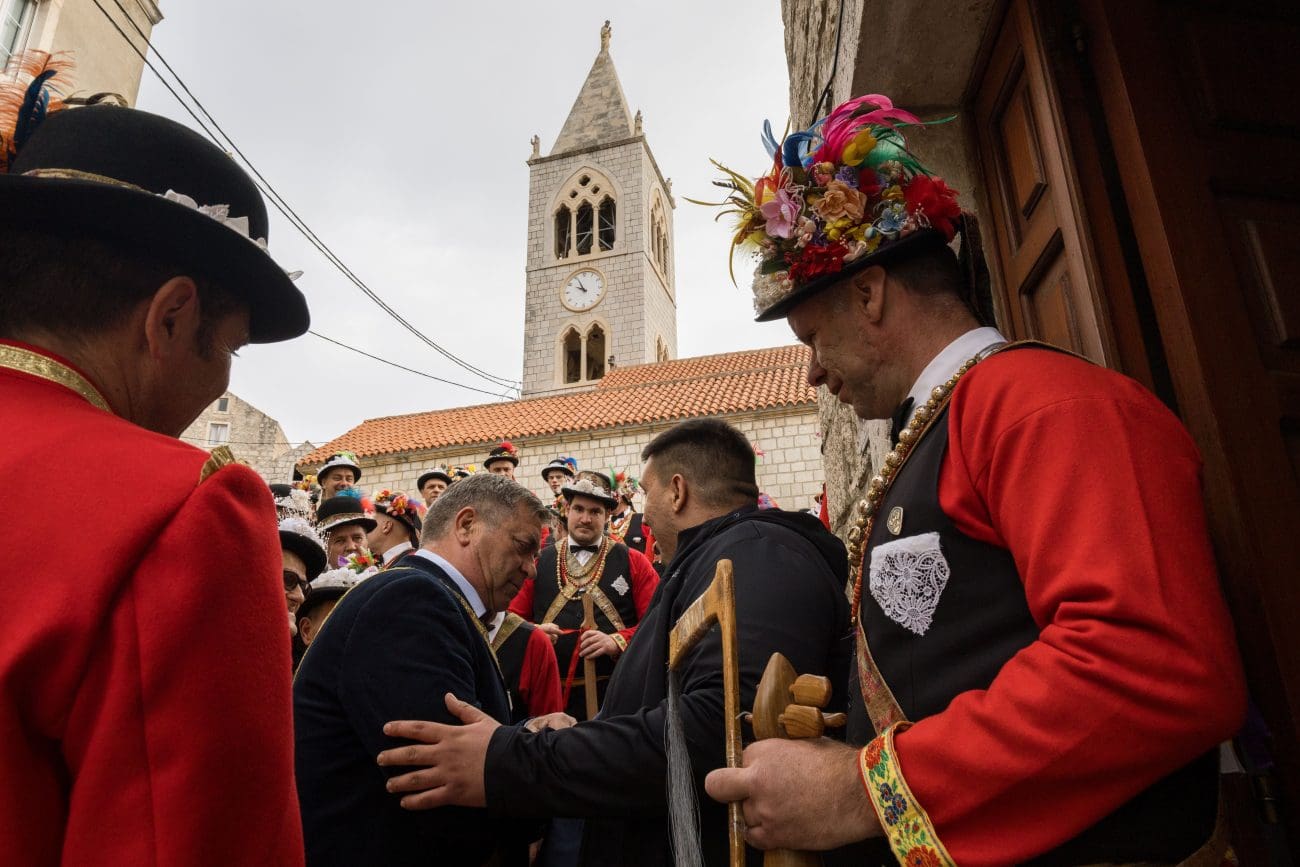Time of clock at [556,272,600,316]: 9:55
